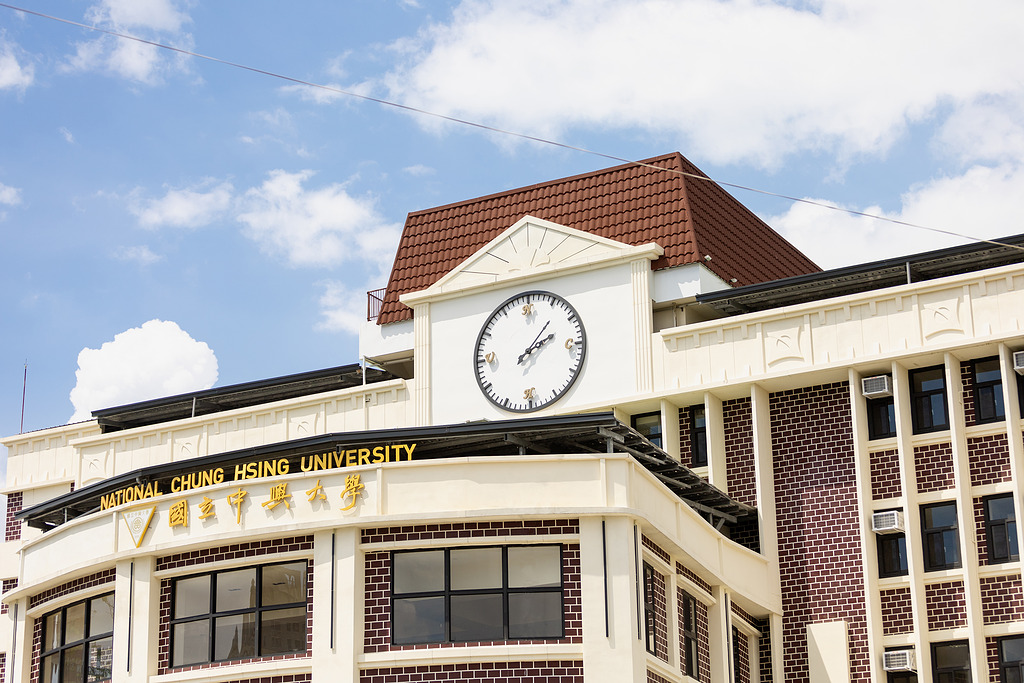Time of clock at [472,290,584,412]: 2:06
